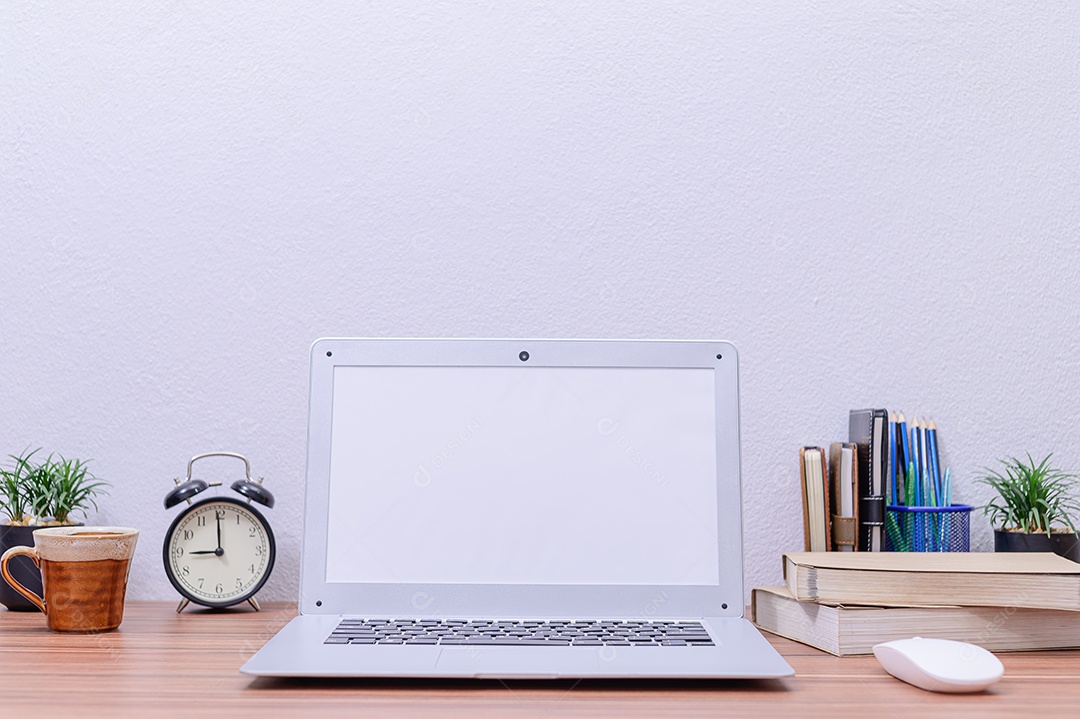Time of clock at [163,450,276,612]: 8:59
